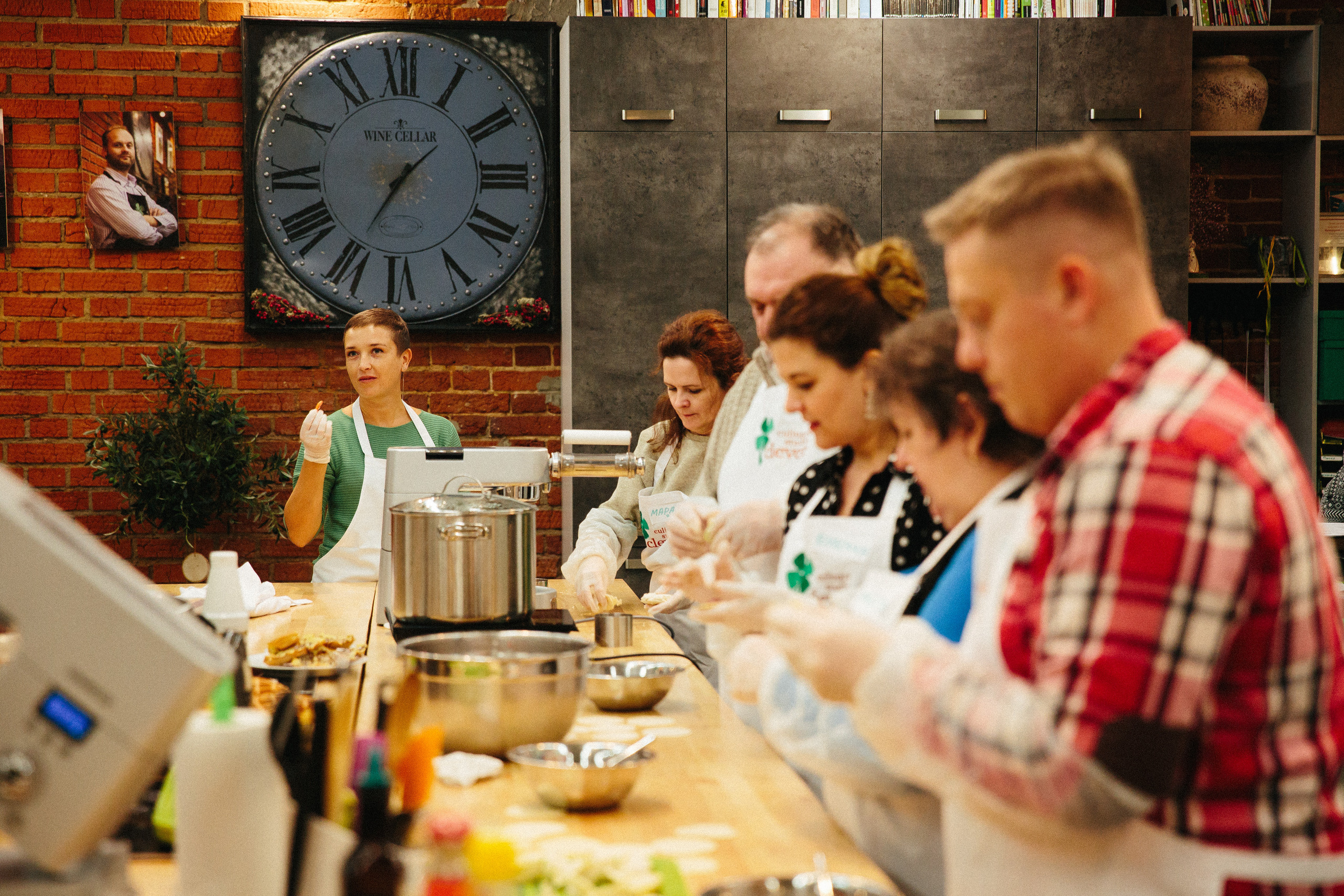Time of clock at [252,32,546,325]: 1:35
